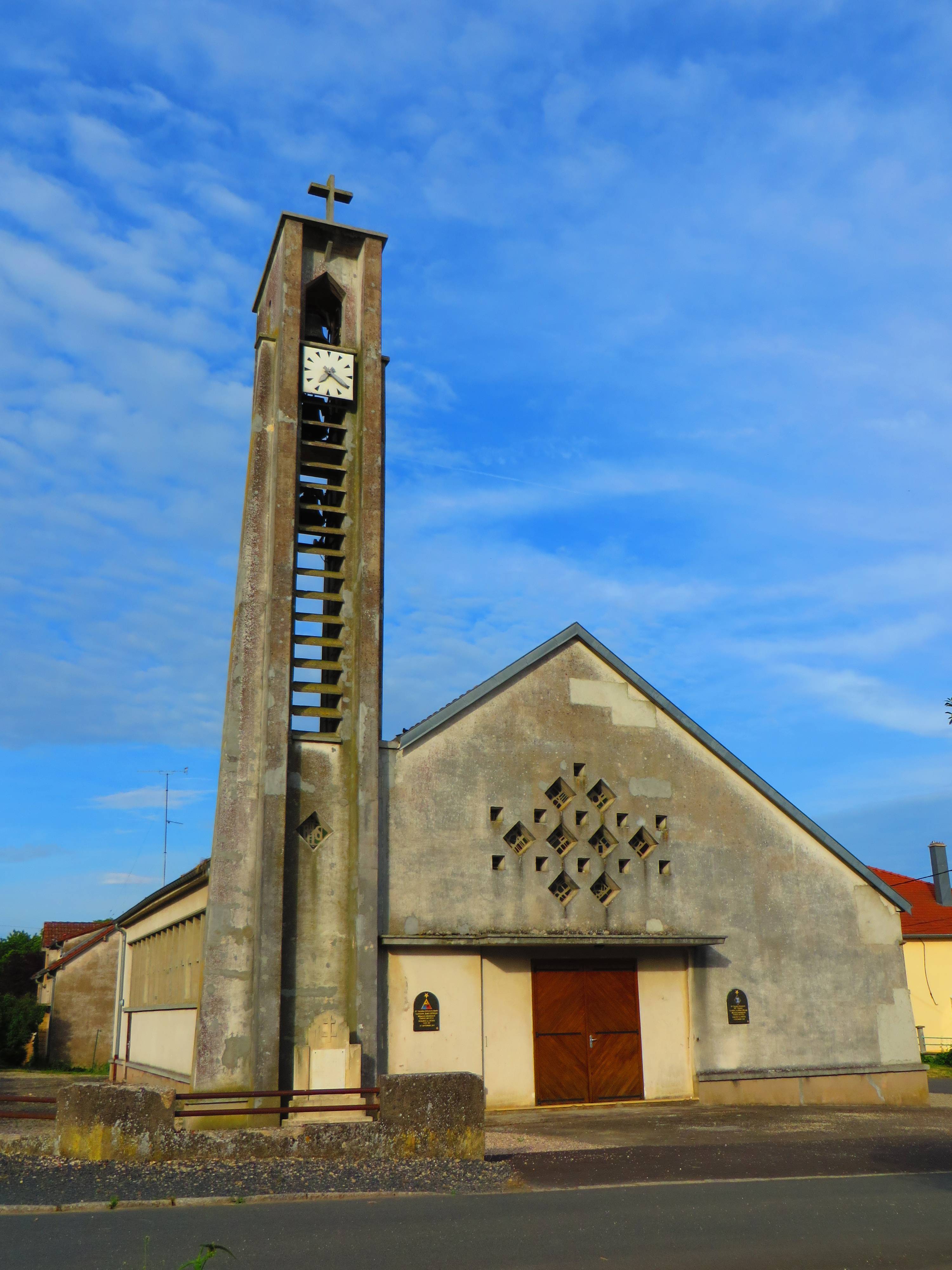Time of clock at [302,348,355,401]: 7:20
